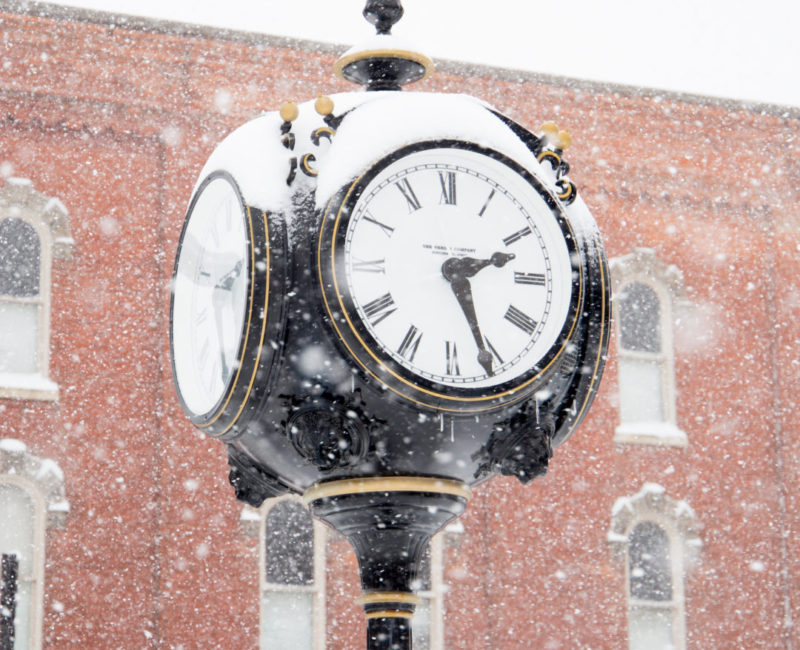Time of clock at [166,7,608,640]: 2:25
